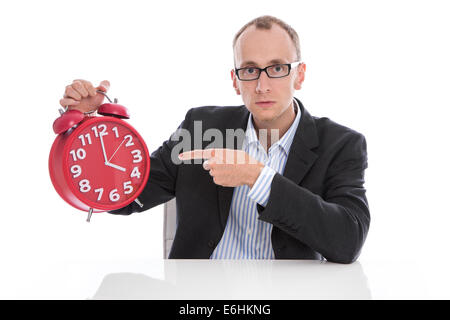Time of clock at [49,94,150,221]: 4:00
